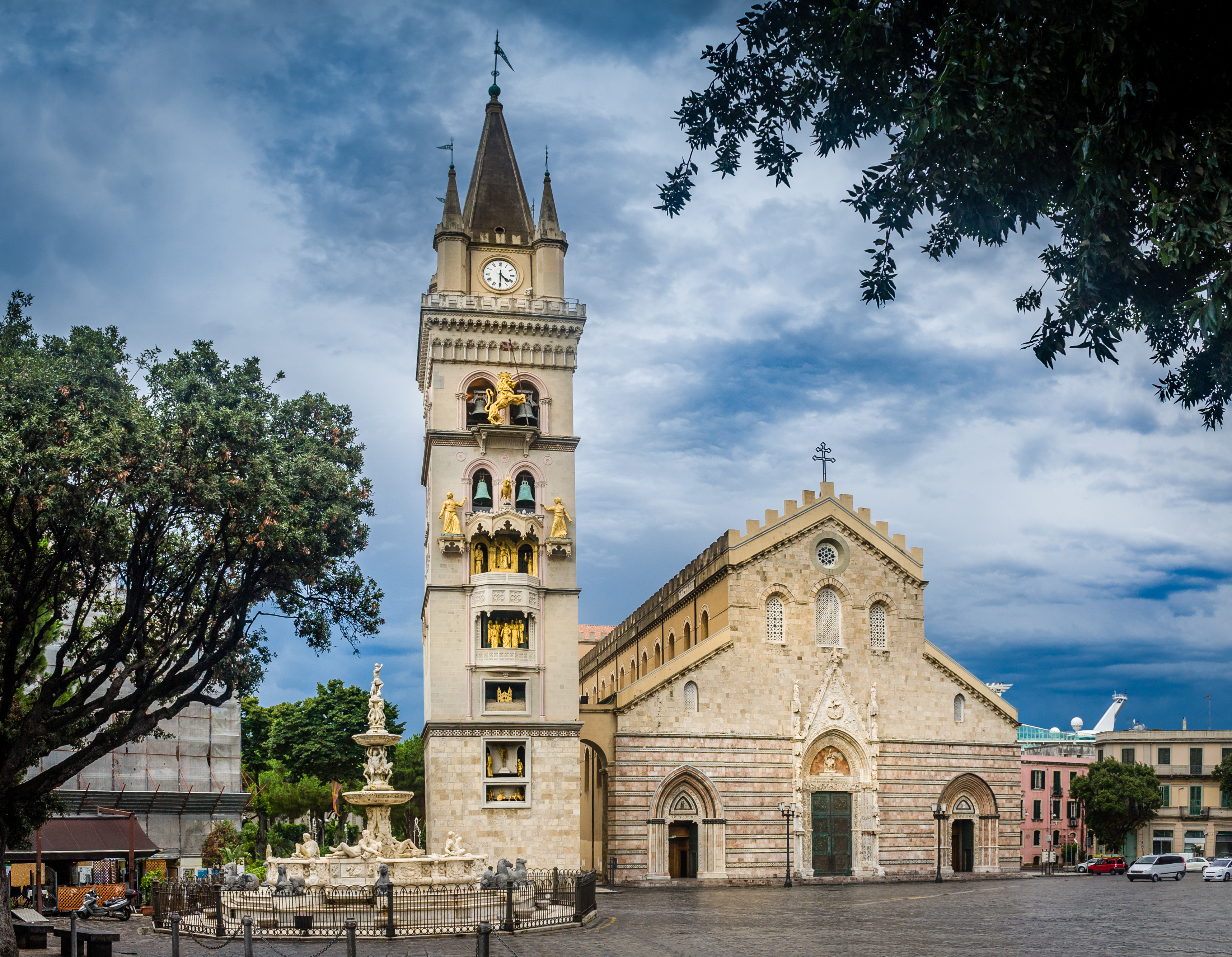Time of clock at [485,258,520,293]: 4:30
